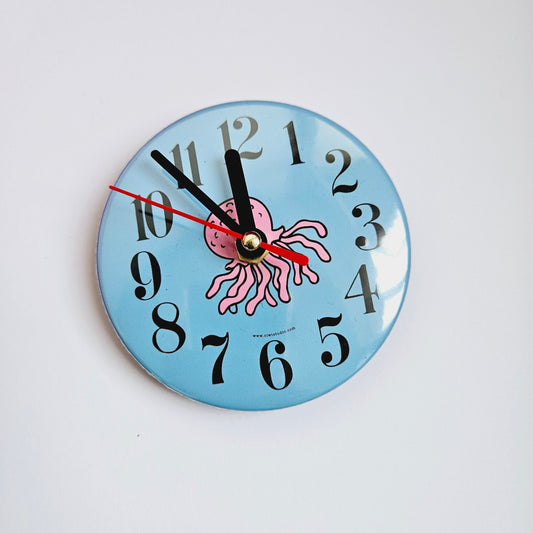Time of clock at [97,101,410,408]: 11:53
